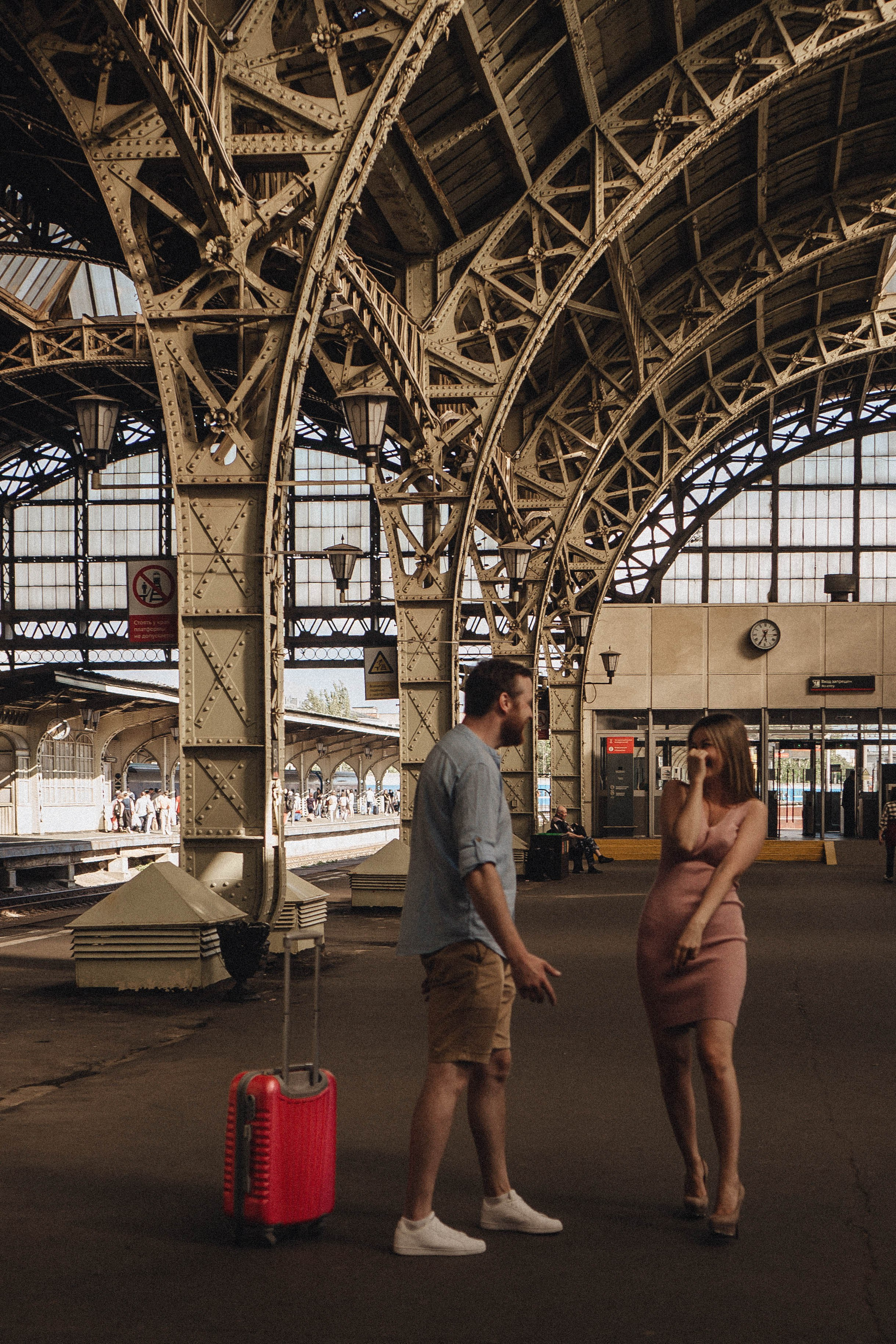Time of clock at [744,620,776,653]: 5:35
